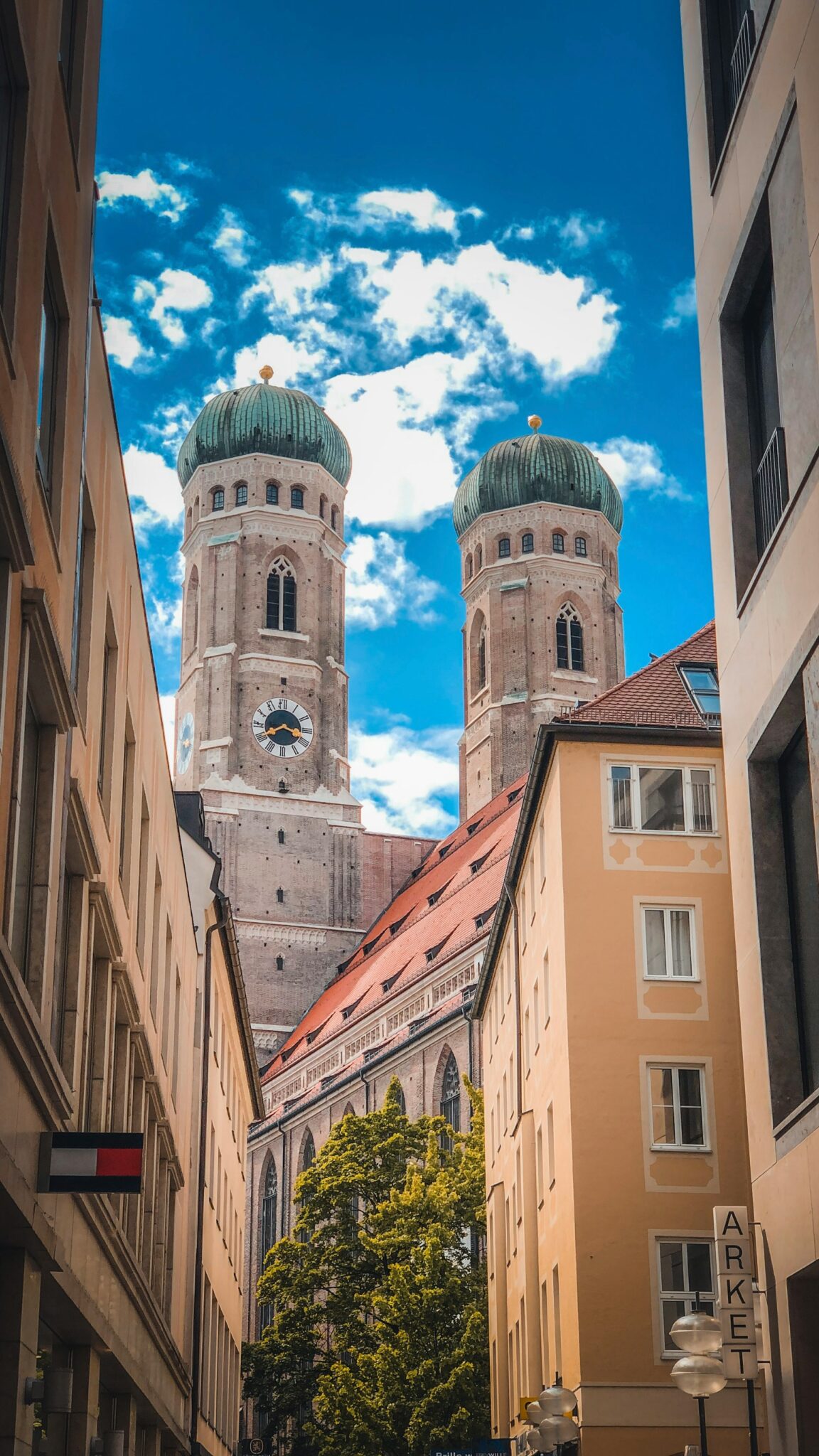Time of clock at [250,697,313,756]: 3:40
